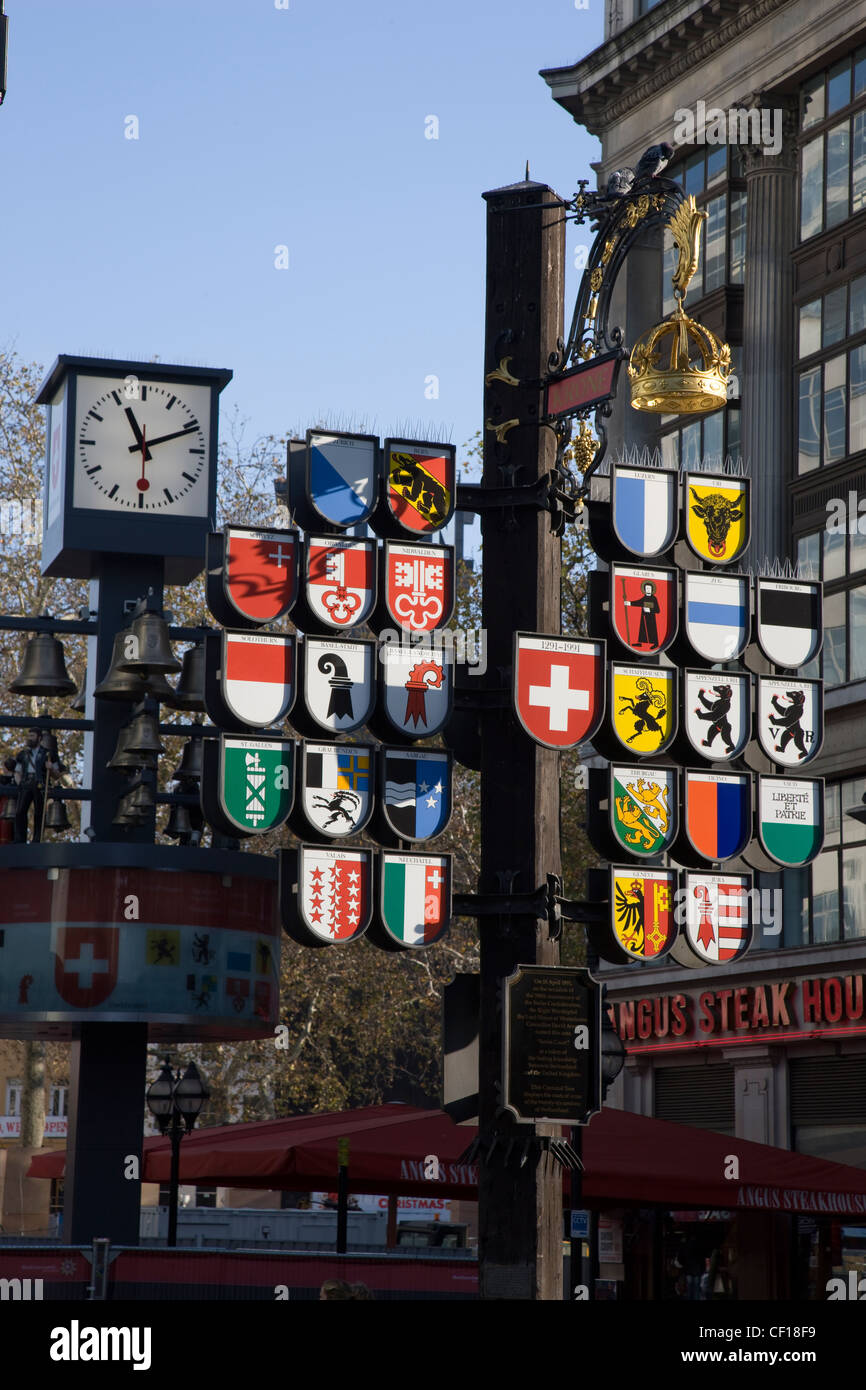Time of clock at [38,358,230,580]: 11:11
